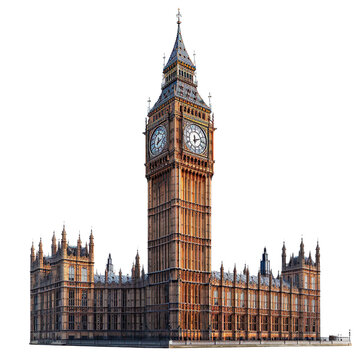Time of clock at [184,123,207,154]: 6:11
